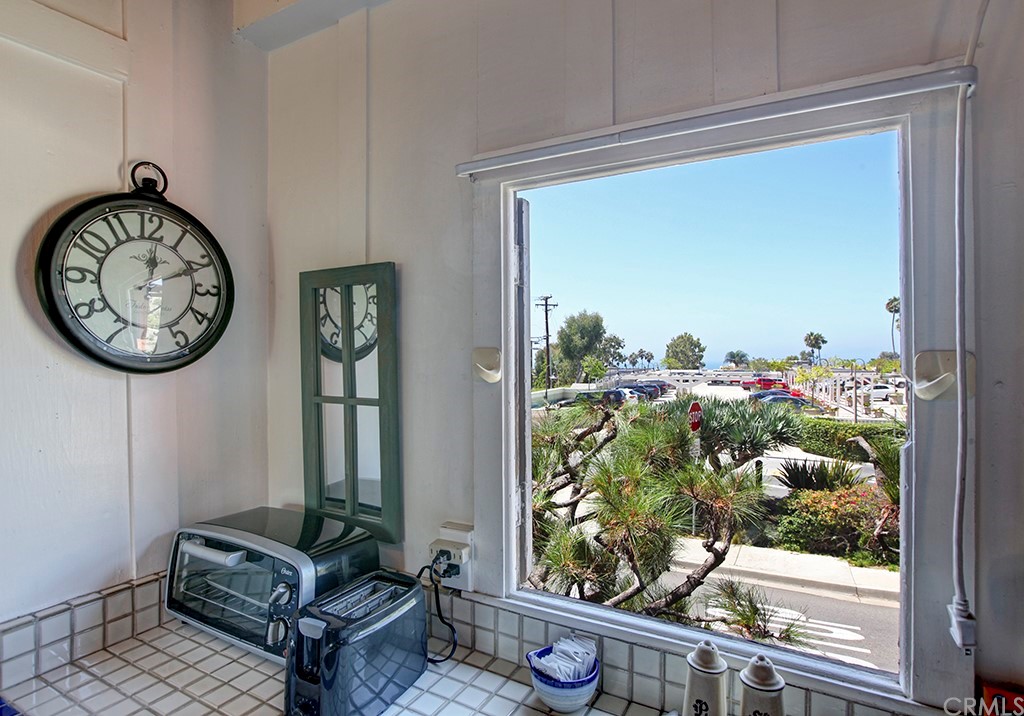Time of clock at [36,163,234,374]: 12:10
